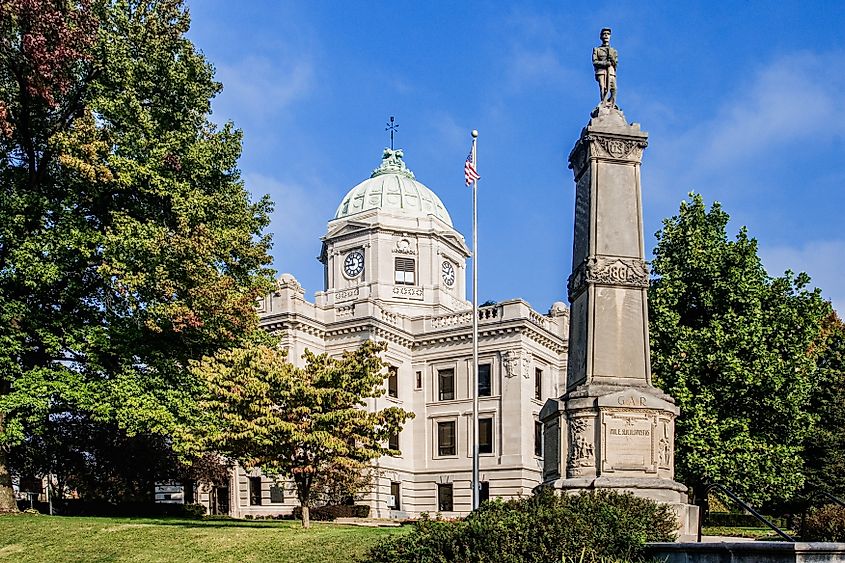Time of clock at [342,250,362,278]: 11:45
